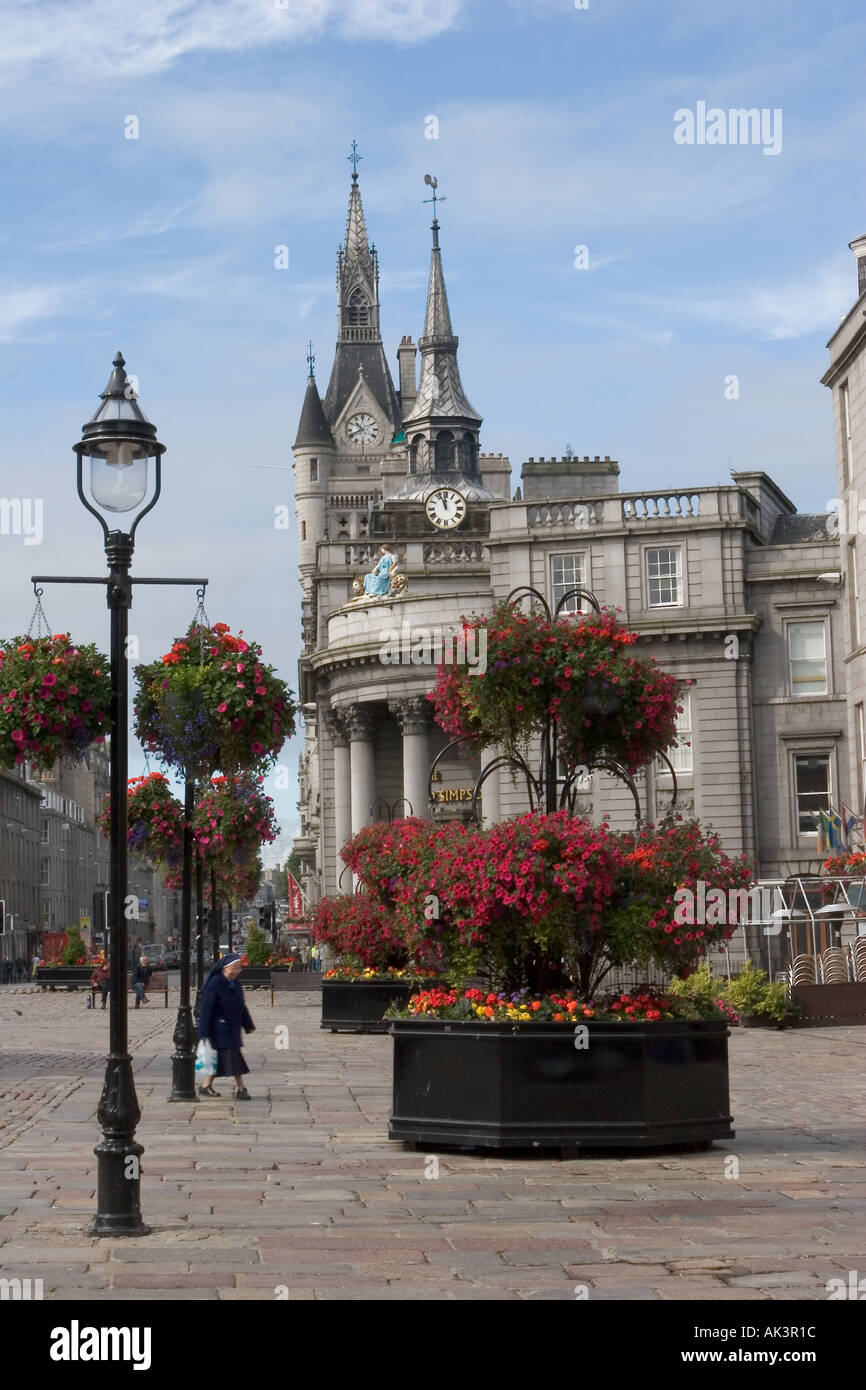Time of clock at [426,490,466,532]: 11:56
